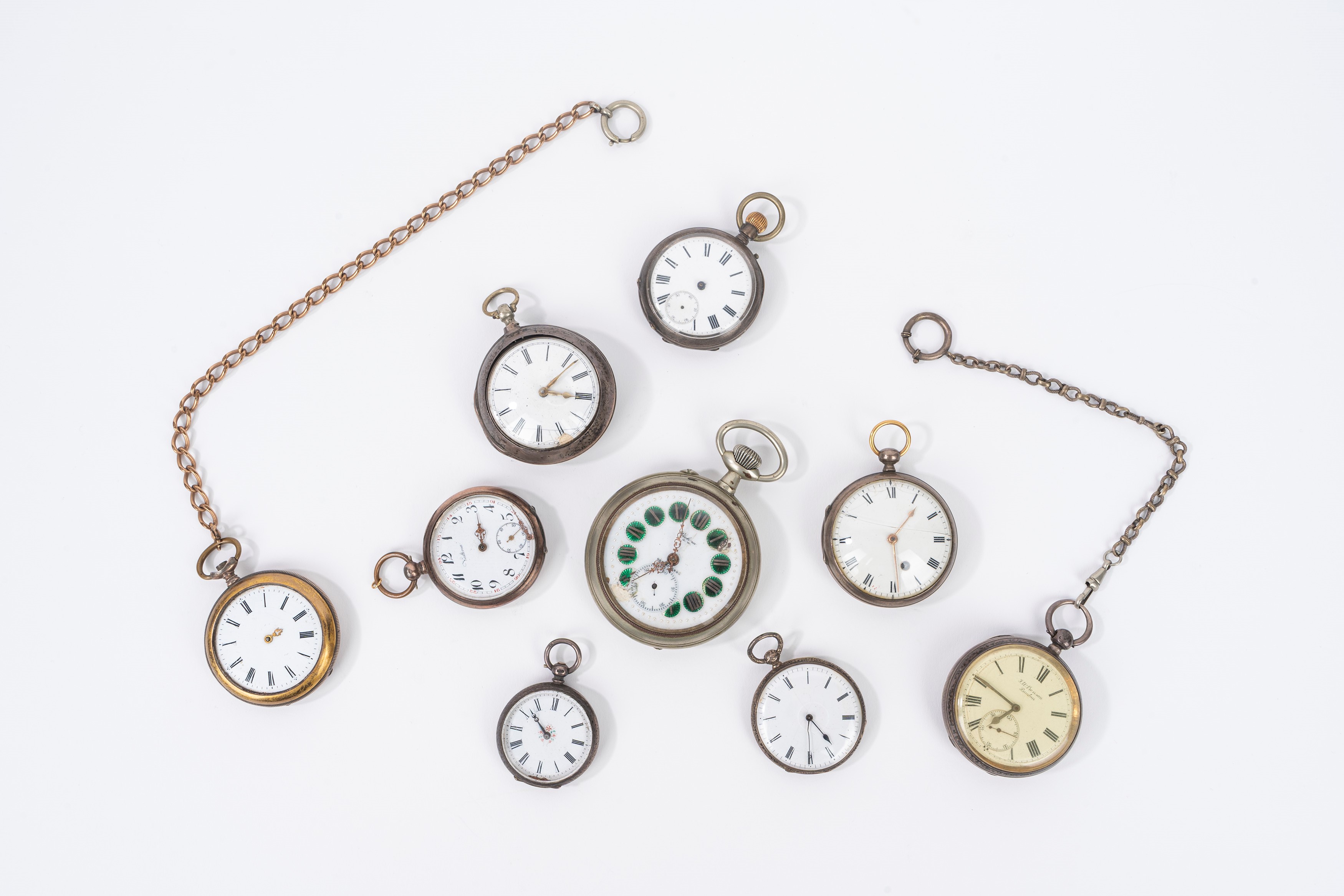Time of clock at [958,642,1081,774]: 7:50
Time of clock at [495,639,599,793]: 9:51
